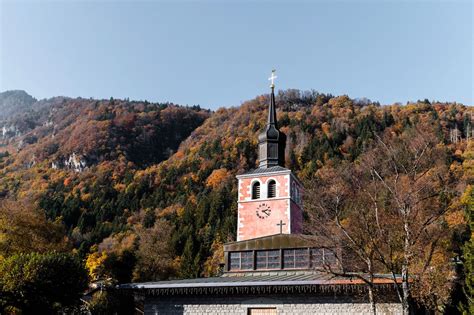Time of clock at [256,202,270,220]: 2:21
